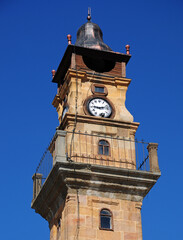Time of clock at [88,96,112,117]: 9:12
